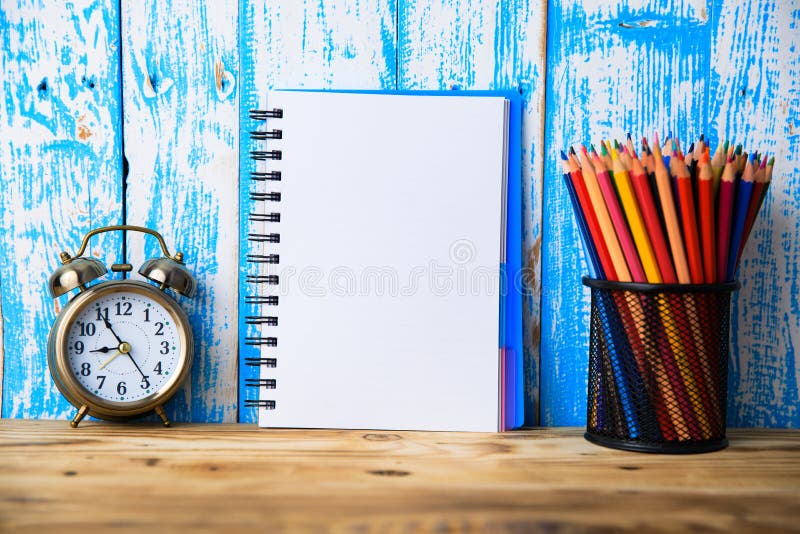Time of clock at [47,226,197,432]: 8:54
